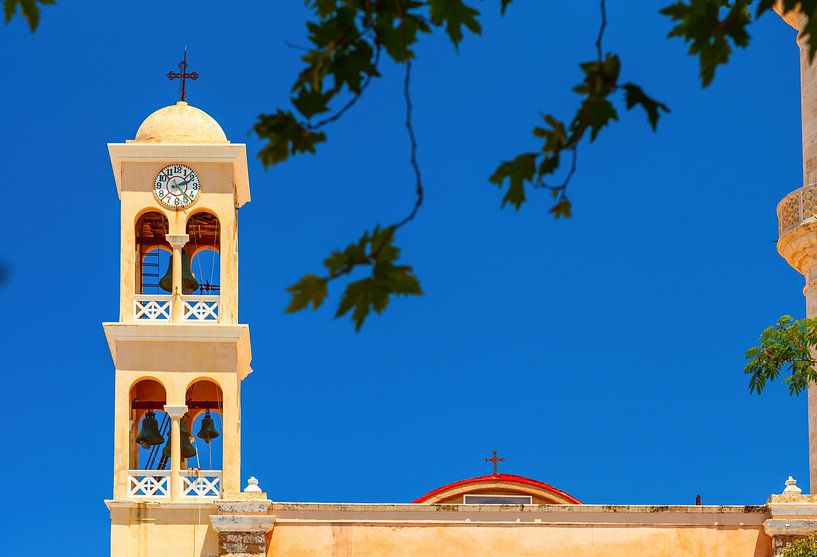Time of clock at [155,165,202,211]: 2:23
